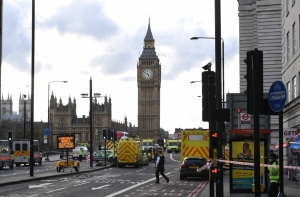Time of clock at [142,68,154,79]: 4:51
